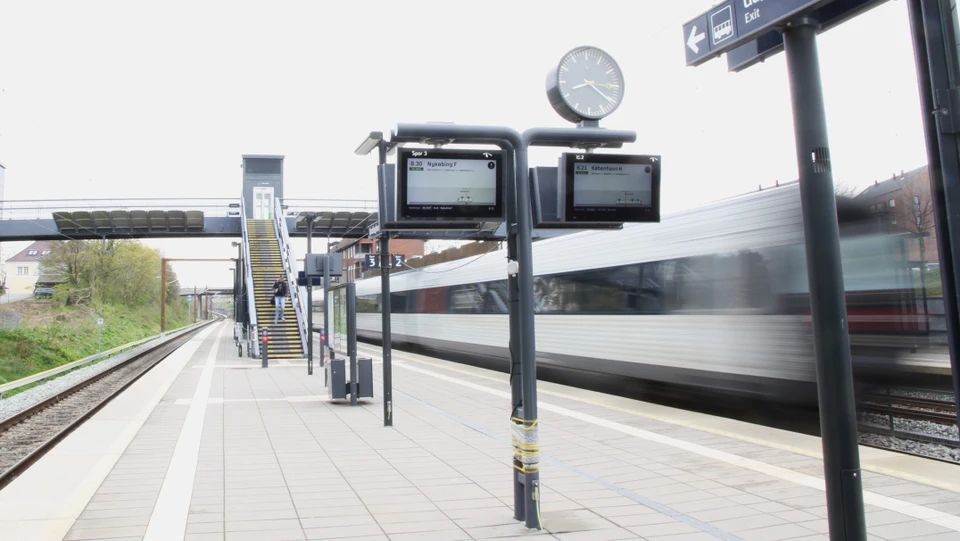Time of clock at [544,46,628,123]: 8:20
